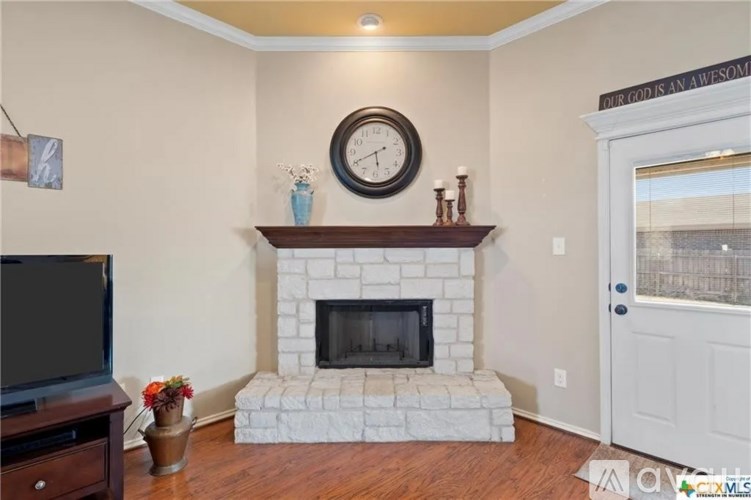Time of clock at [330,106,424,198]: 5:40
